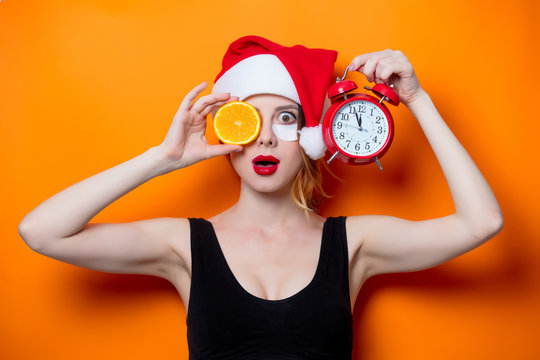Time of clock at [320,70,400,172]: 11:56
